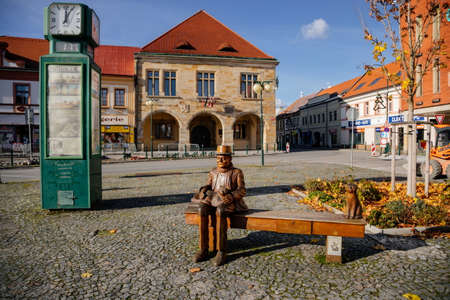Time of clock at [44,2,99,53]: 12:04
